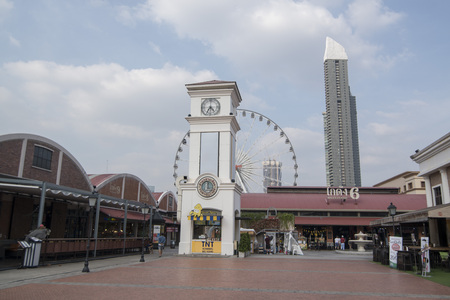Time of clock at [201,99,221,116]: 4:35
